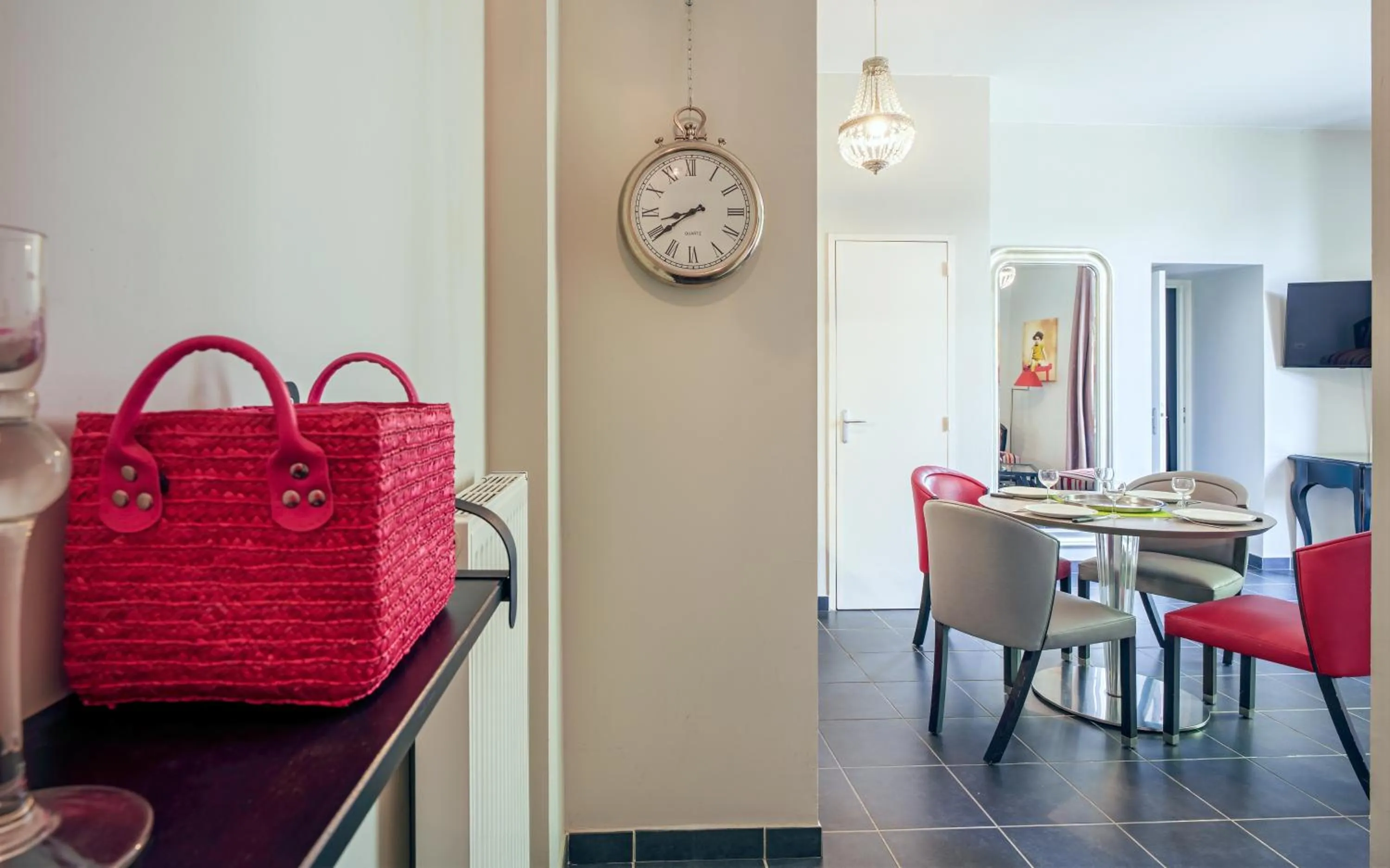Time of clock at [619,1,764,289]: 8:40
